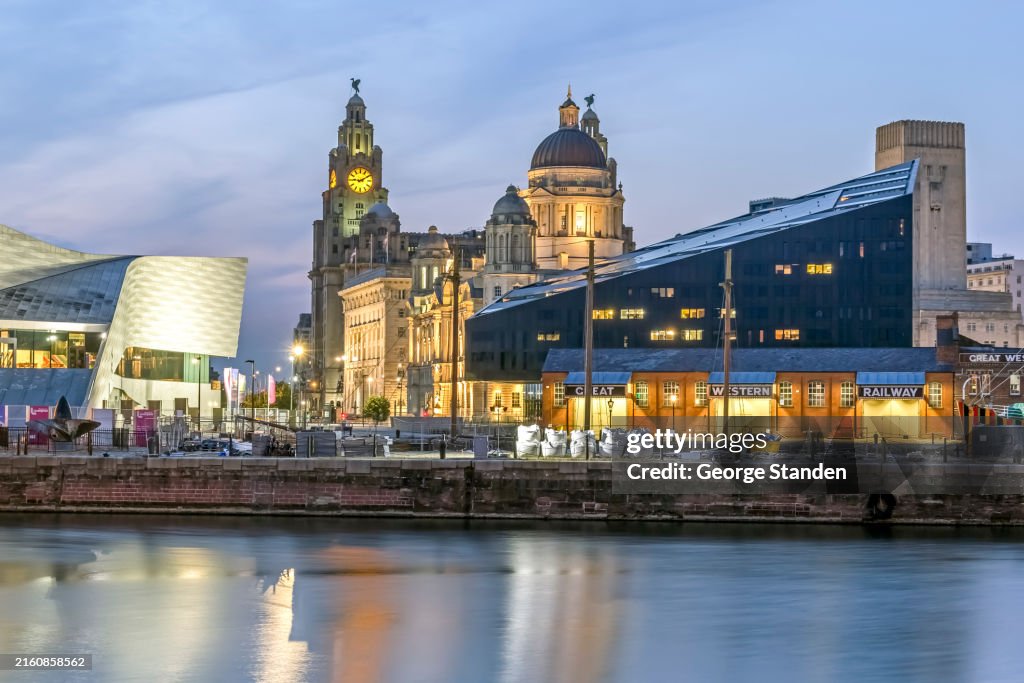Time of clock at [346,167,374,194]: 9:10
